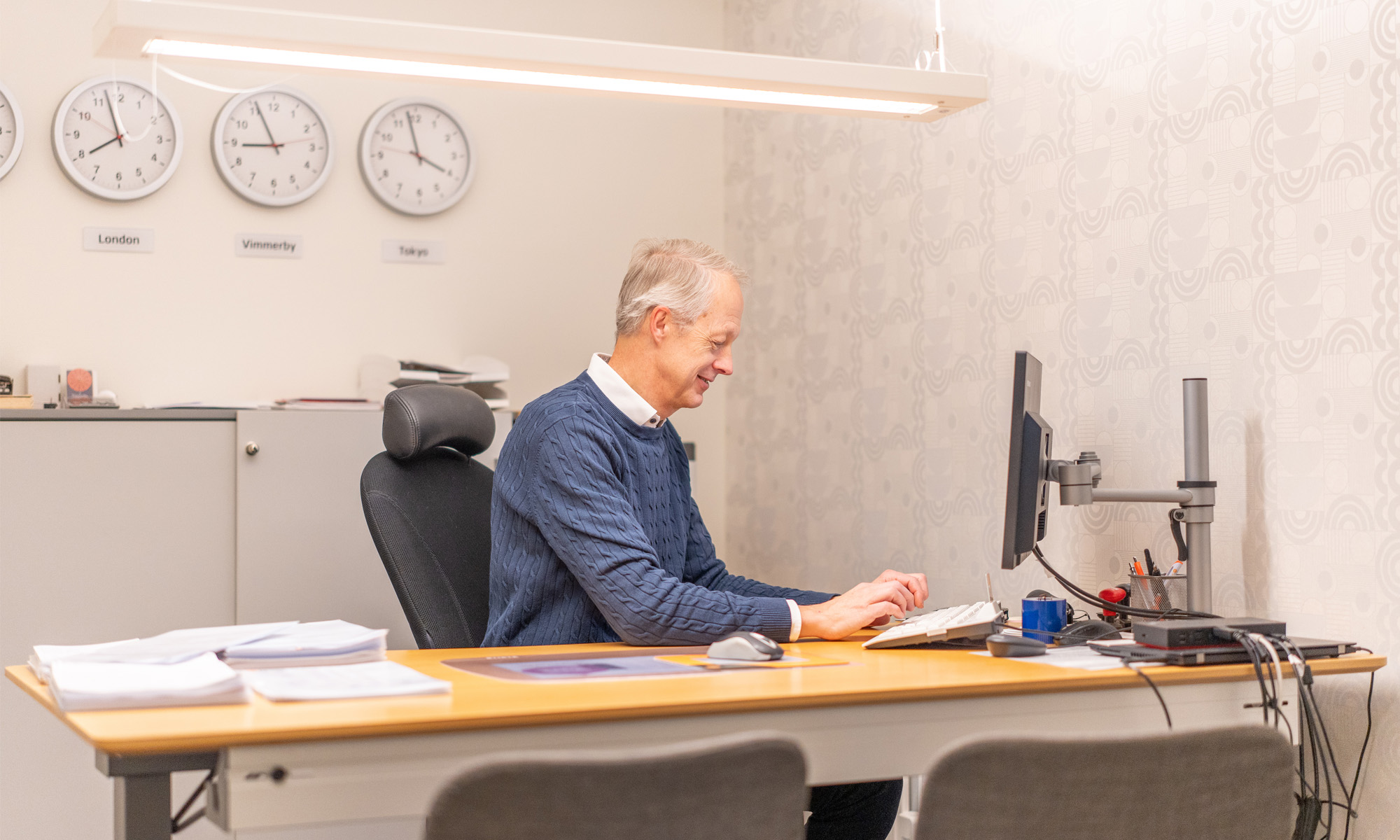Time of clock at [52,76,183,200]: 7:57
